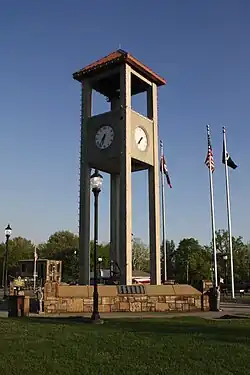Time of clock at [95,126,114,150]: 6:36
